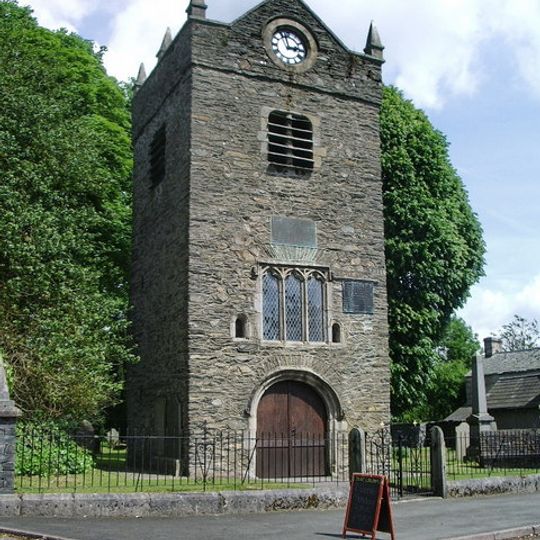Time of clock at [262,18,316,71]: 2:57
